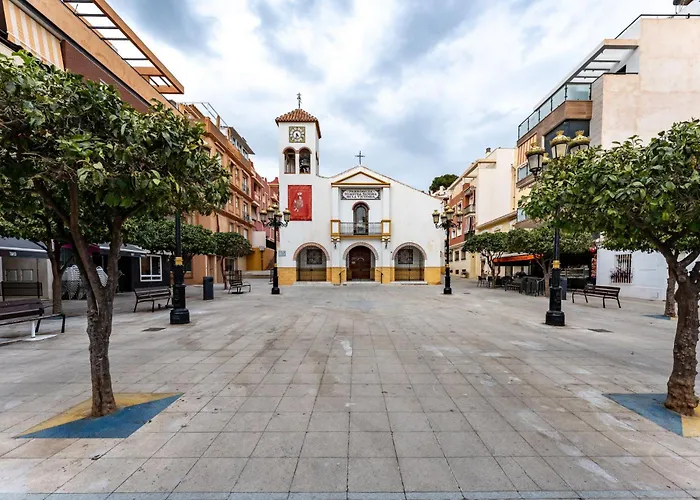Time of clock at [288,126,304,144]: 4:33
